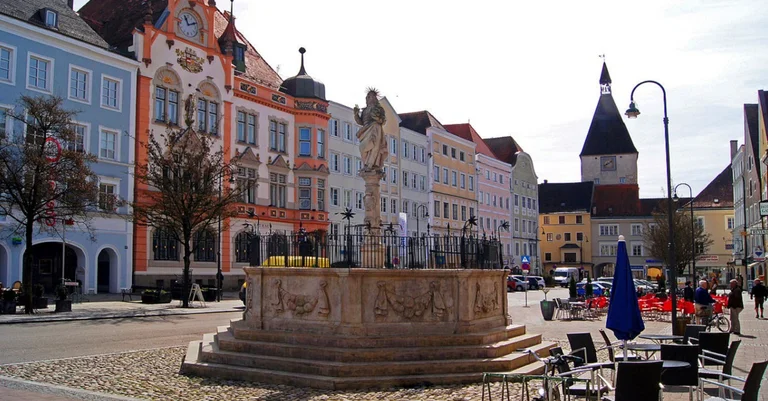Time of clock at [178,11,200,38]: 11:11
